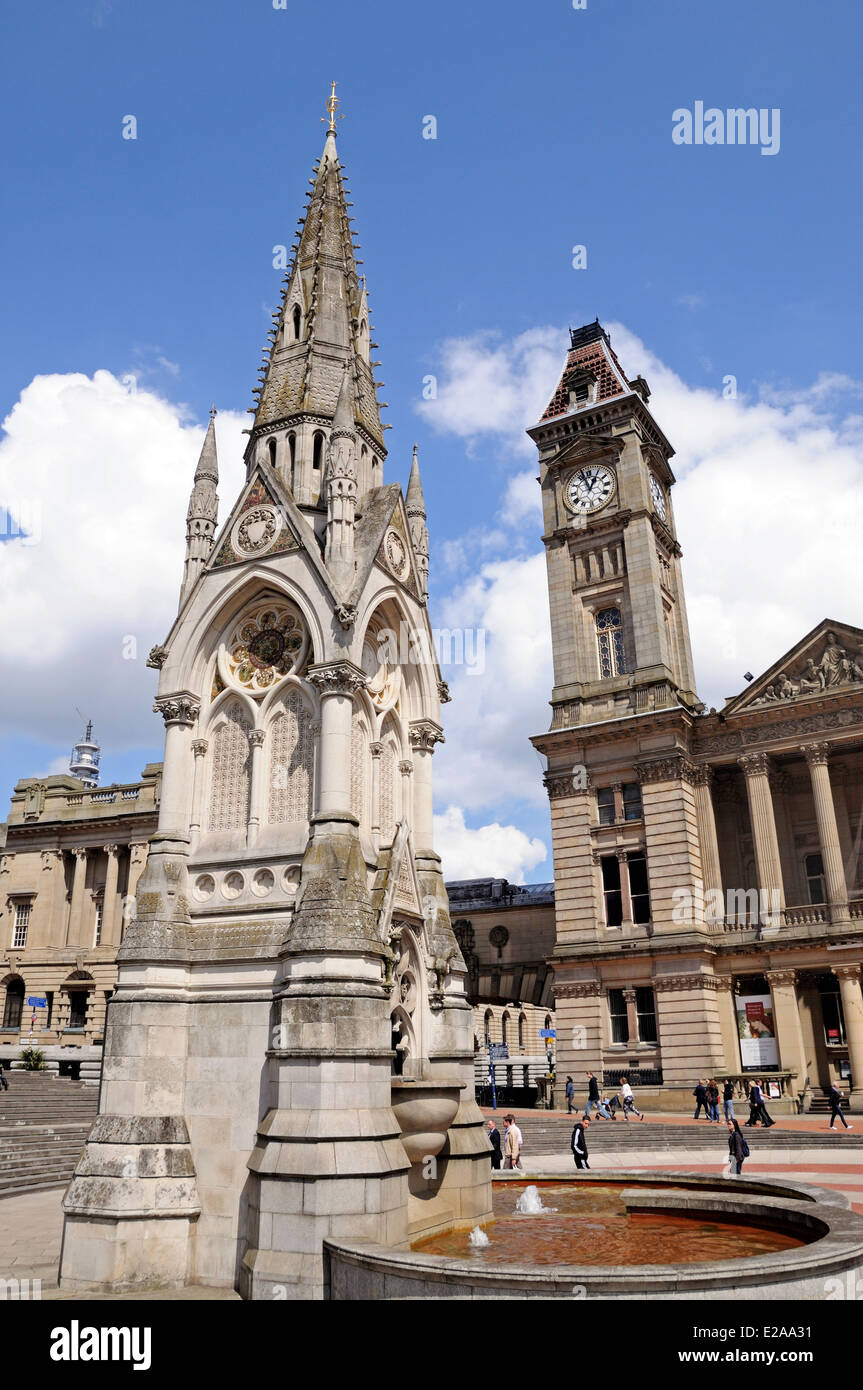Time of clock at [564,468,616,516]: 12:57
